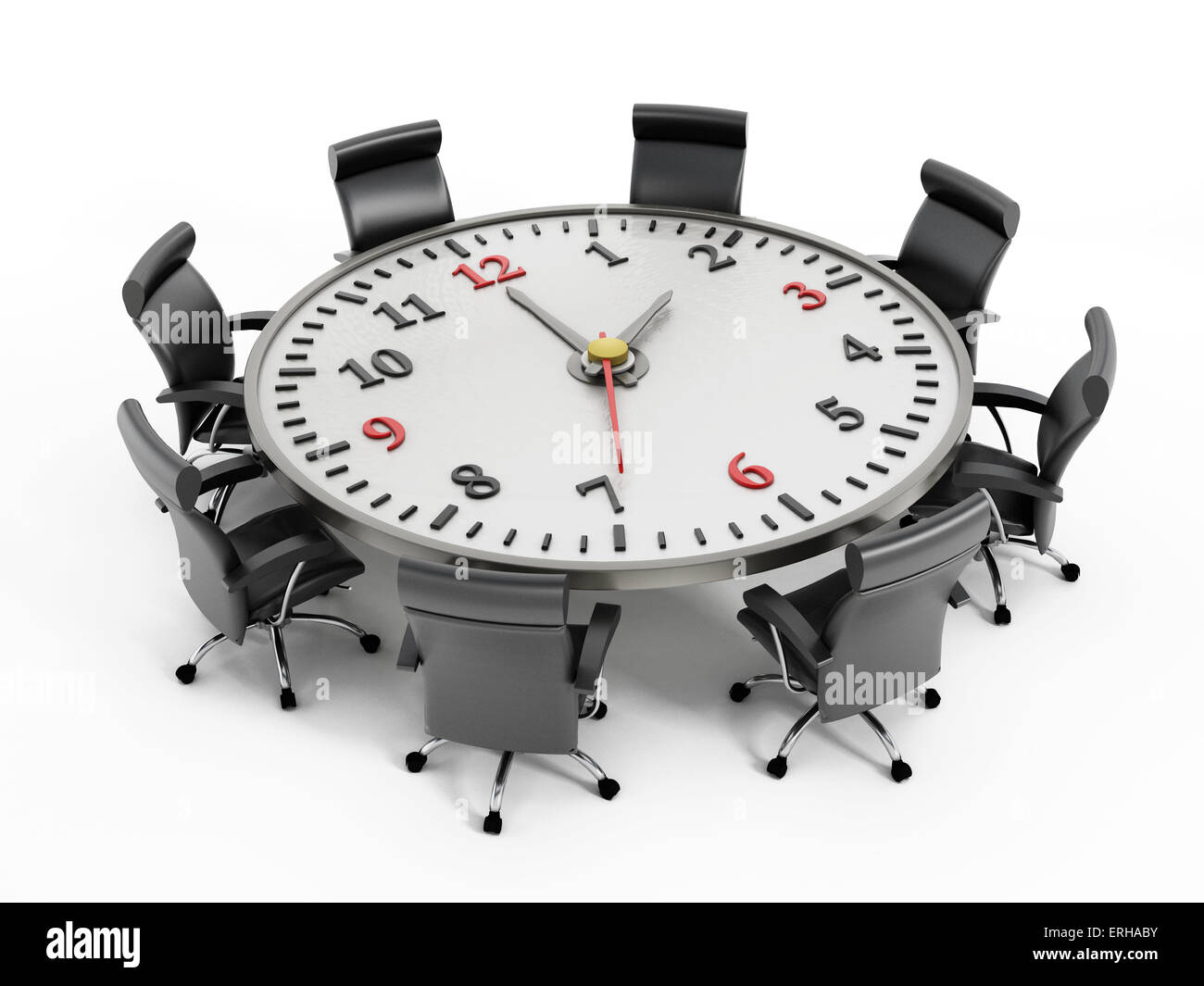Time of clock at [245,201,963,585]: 12:54
